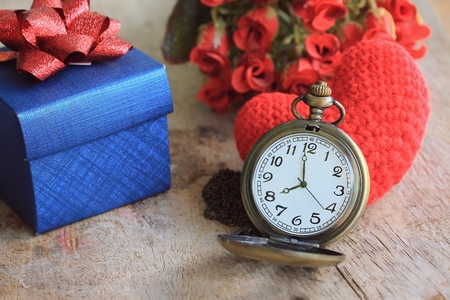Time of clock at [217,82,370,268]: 7:58
